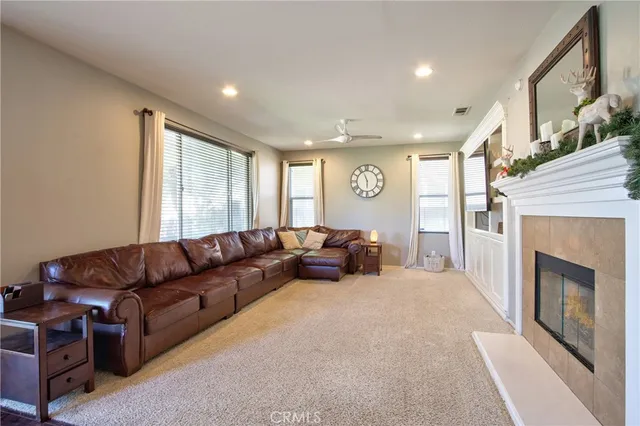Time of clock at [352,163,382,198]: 5:56
